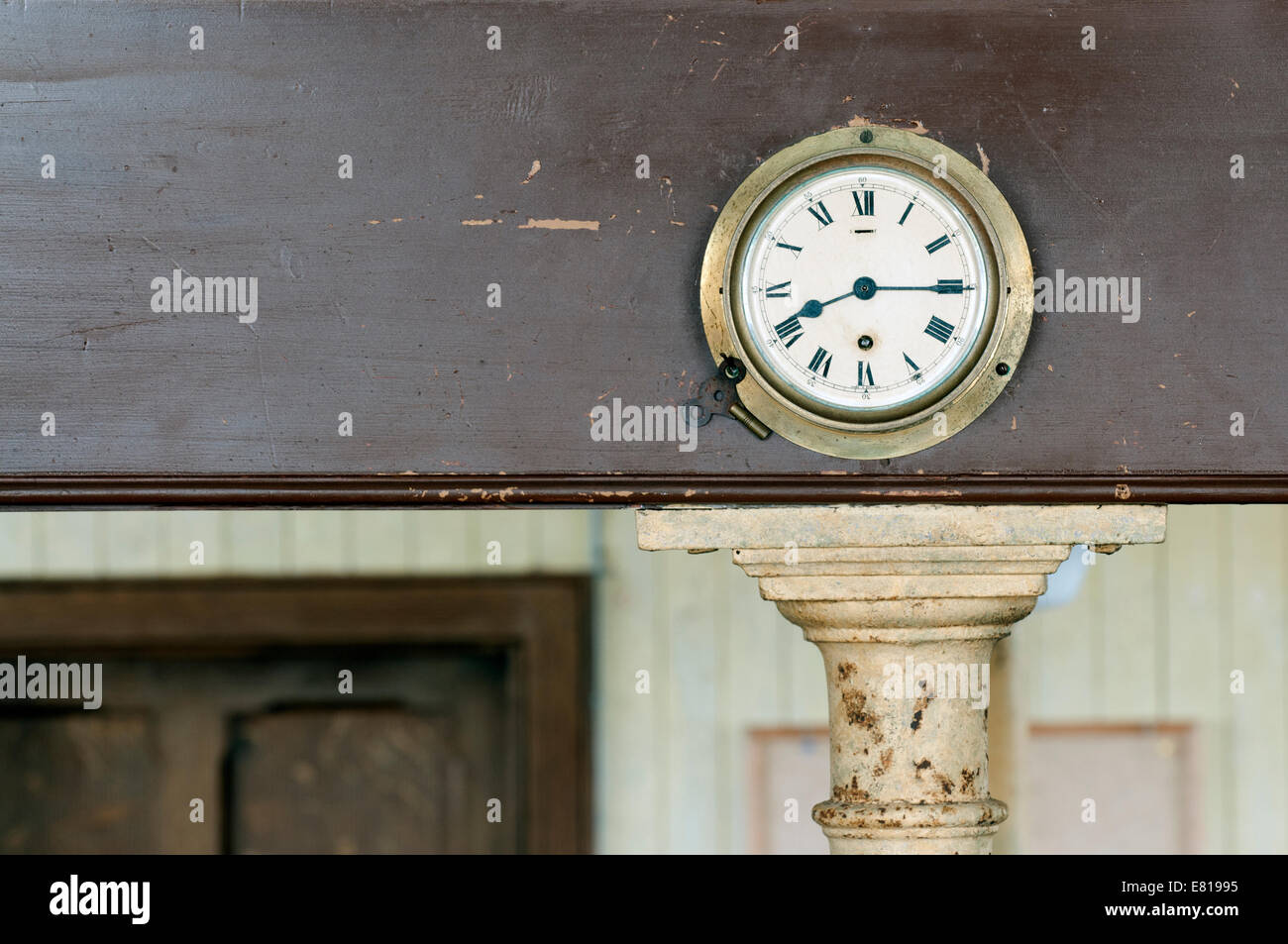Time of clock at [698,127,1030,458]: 8:15
